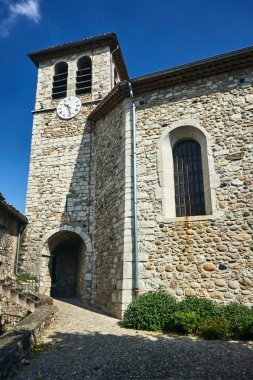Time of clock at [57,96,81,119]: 10:28
